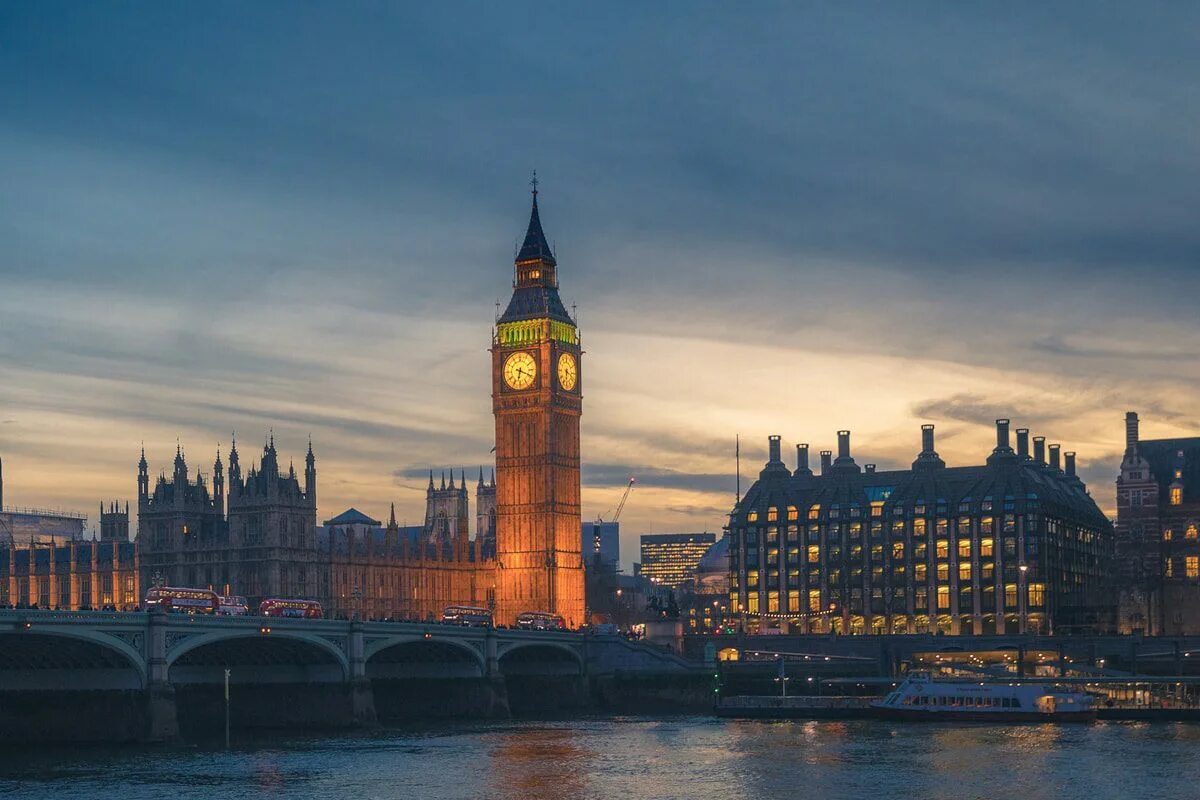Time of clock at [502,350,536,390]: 6:18
